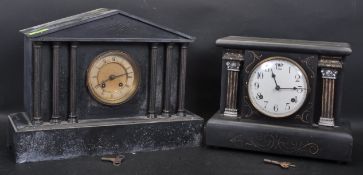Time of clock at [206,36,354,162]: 11:14
